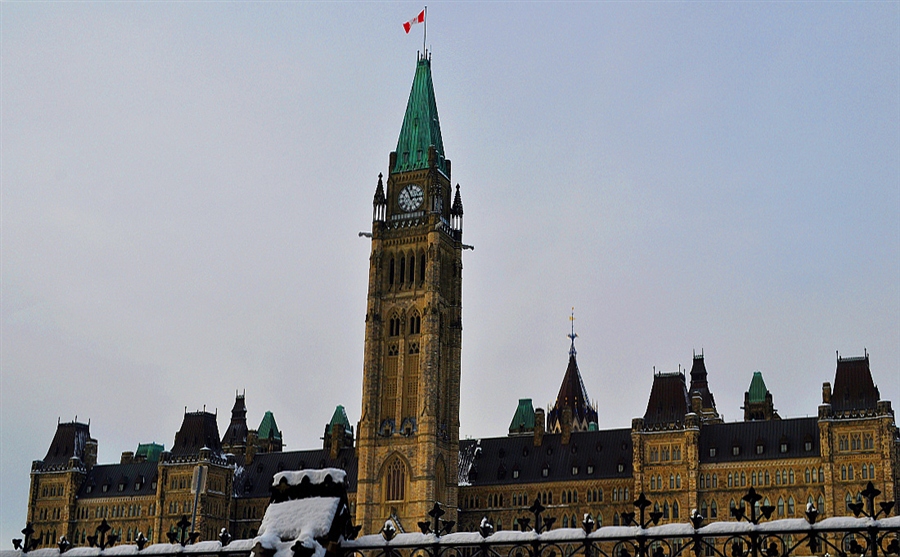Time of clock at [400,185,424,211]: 2:56
